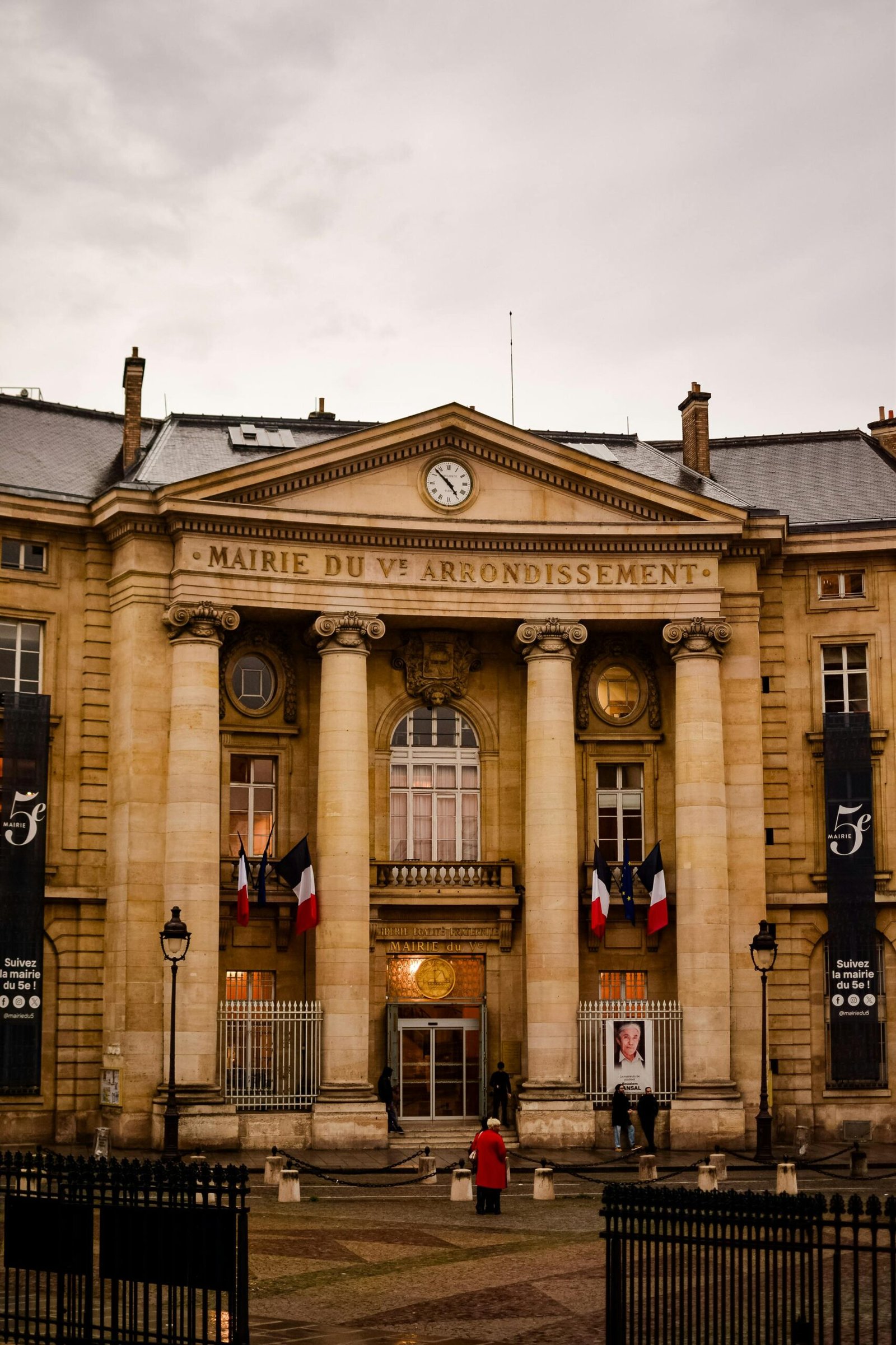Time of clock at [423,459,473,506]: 4:52
